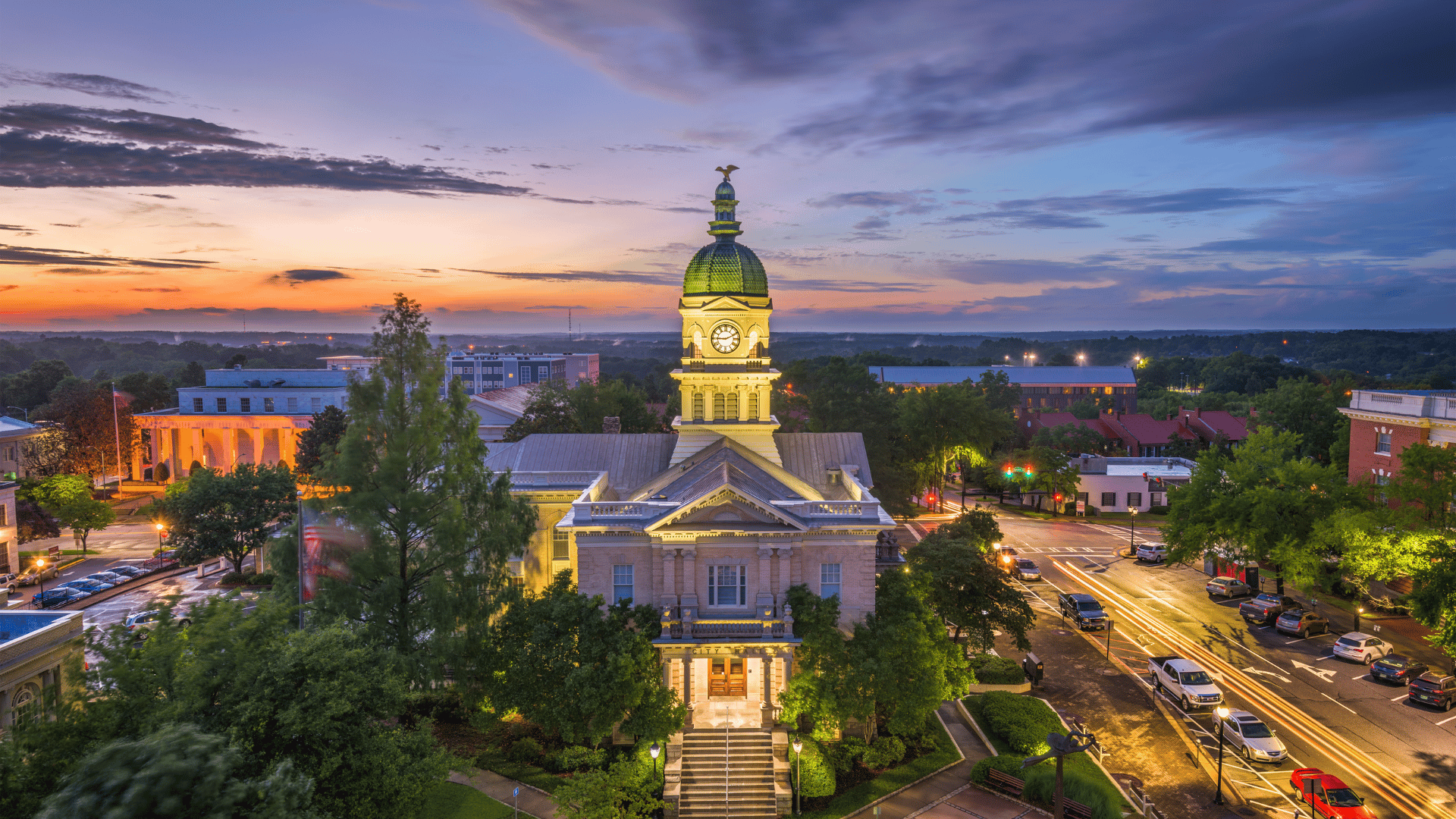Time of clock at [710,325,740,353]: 9:10
